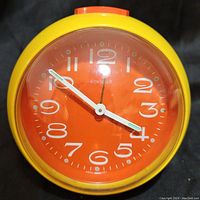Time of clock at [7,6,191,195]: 3:51
